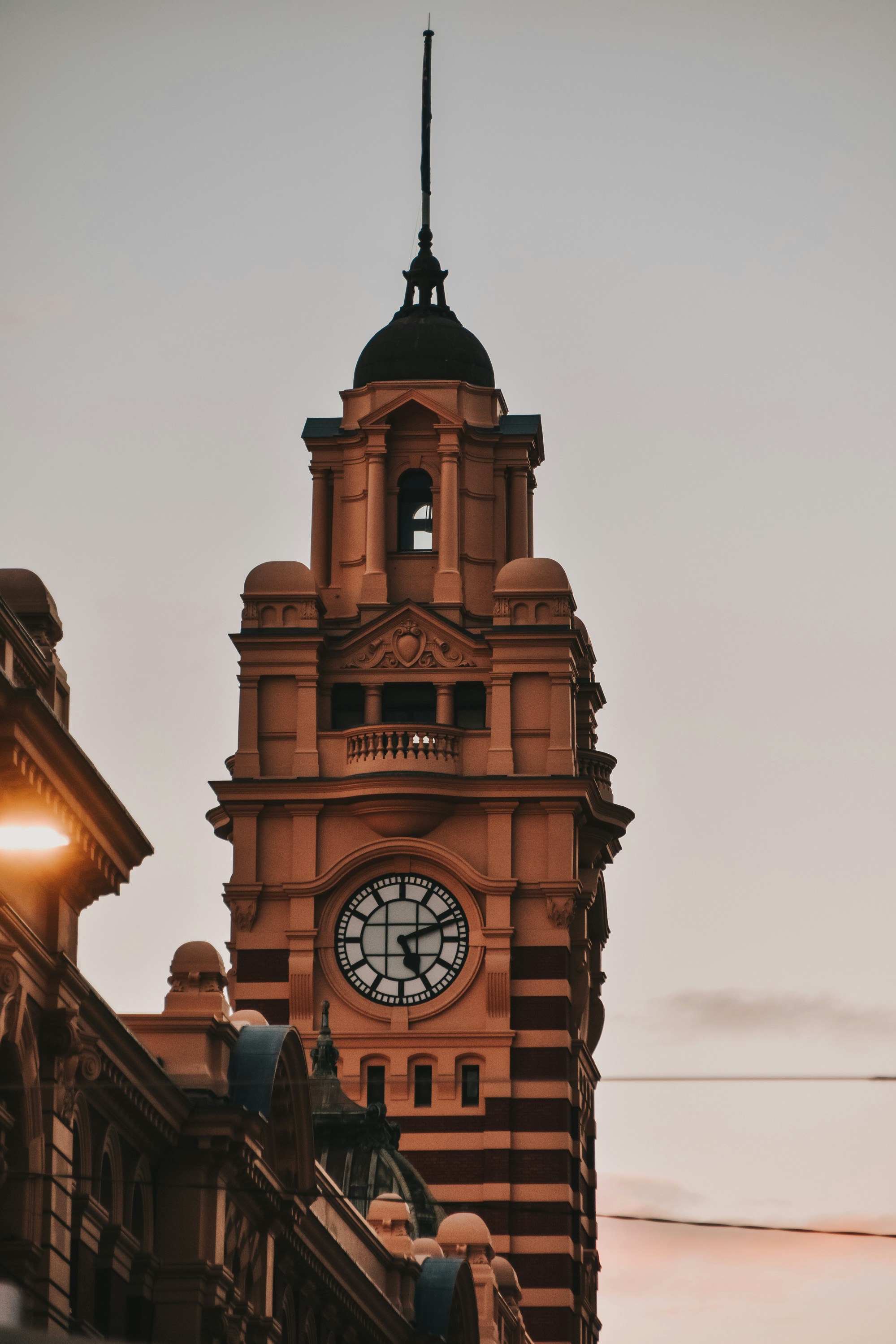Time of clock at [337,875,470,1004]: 5:11
